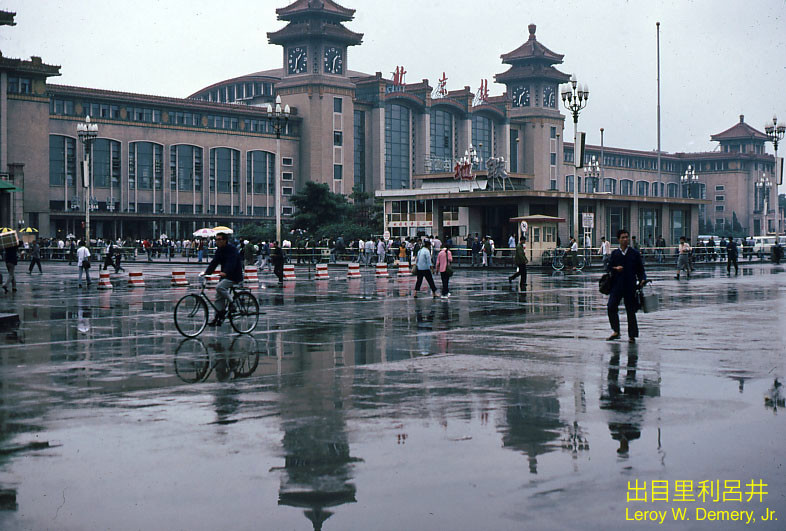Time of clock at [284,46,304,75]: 1:32
